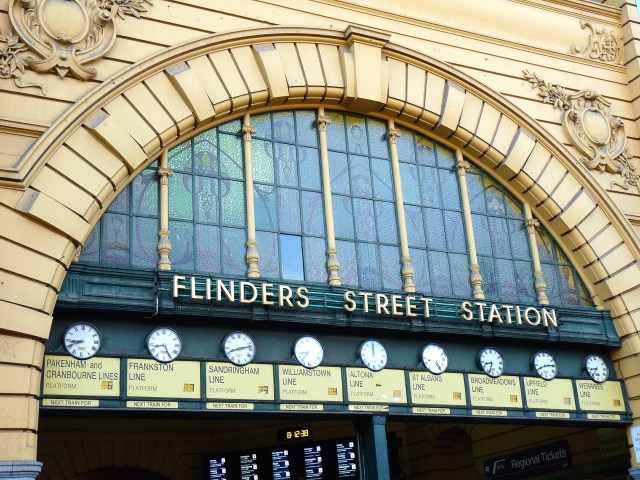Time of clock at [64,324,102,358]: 8:40
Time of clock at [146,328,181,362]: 8:25
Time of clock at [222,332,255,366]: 8:12
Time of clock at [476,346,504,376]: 8:33
